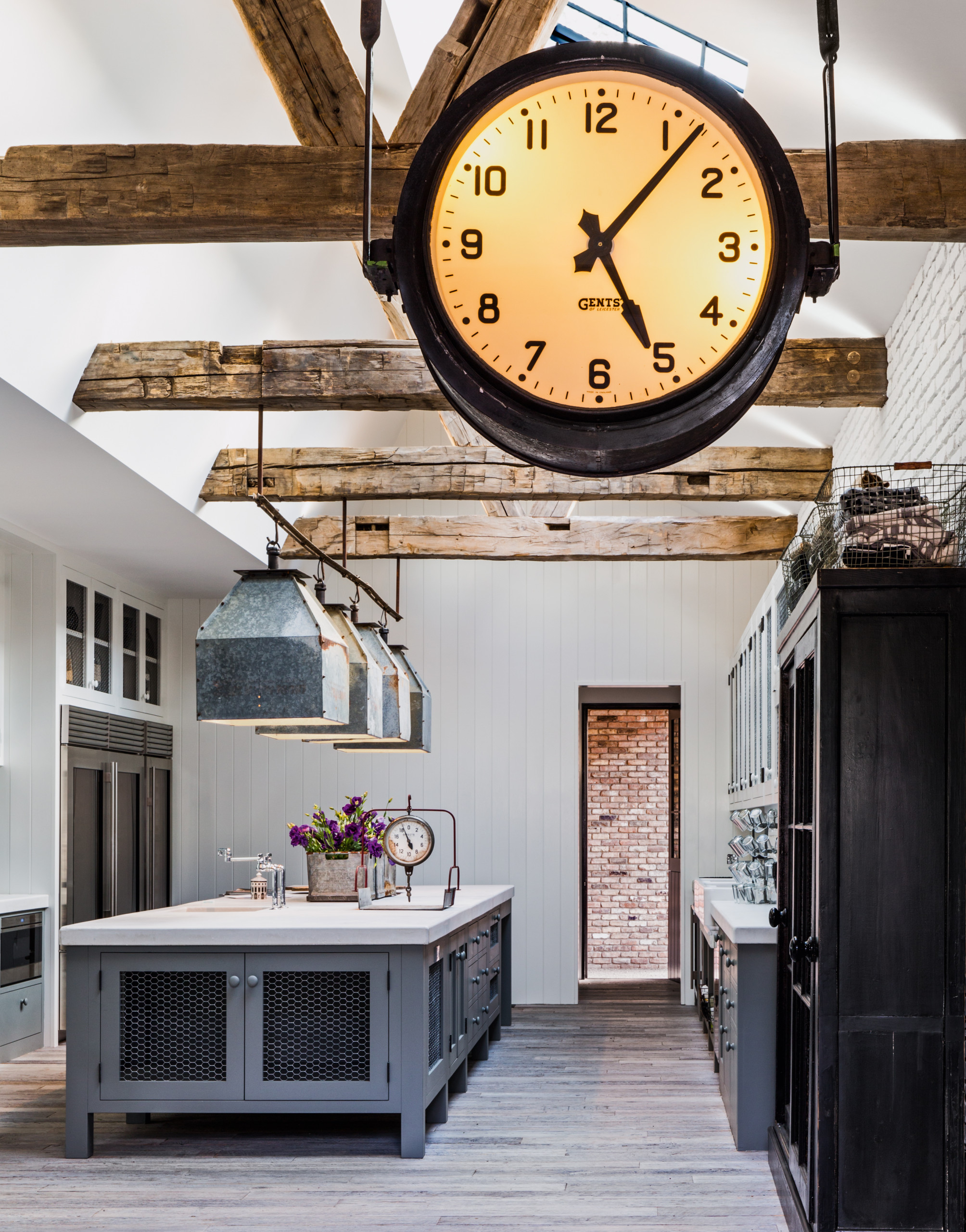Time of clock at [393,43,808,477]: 5:06
